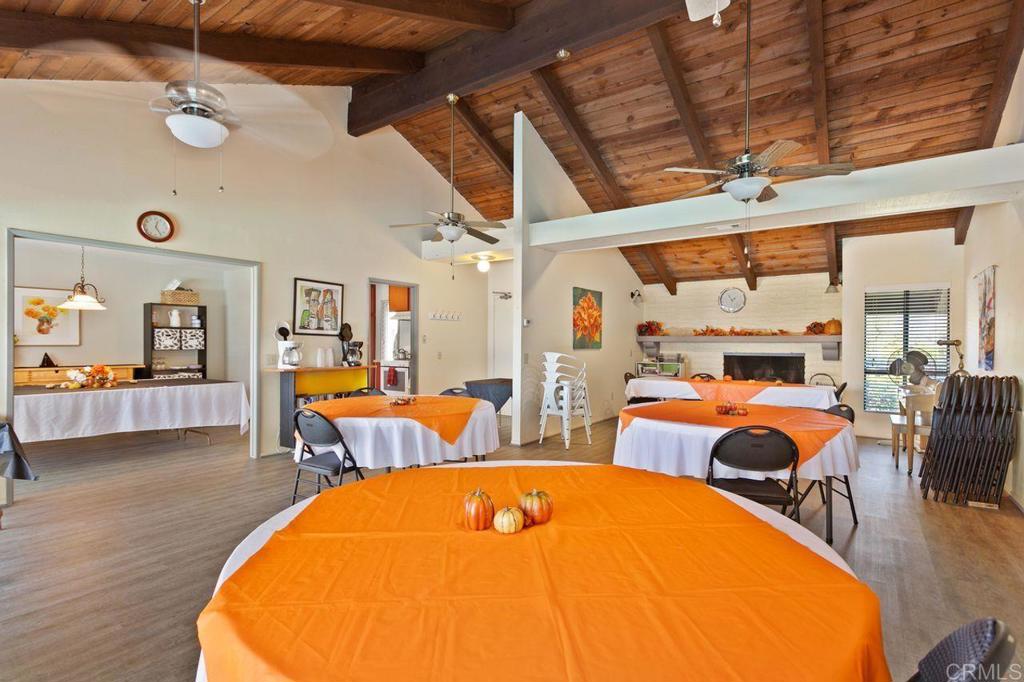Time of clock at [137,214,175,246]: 12:24
